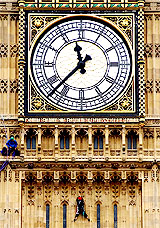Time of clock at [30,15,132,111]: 11:37
